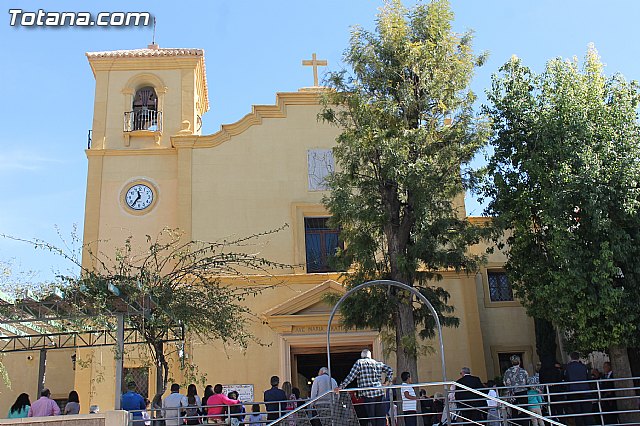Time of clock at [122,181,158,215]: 11:36
